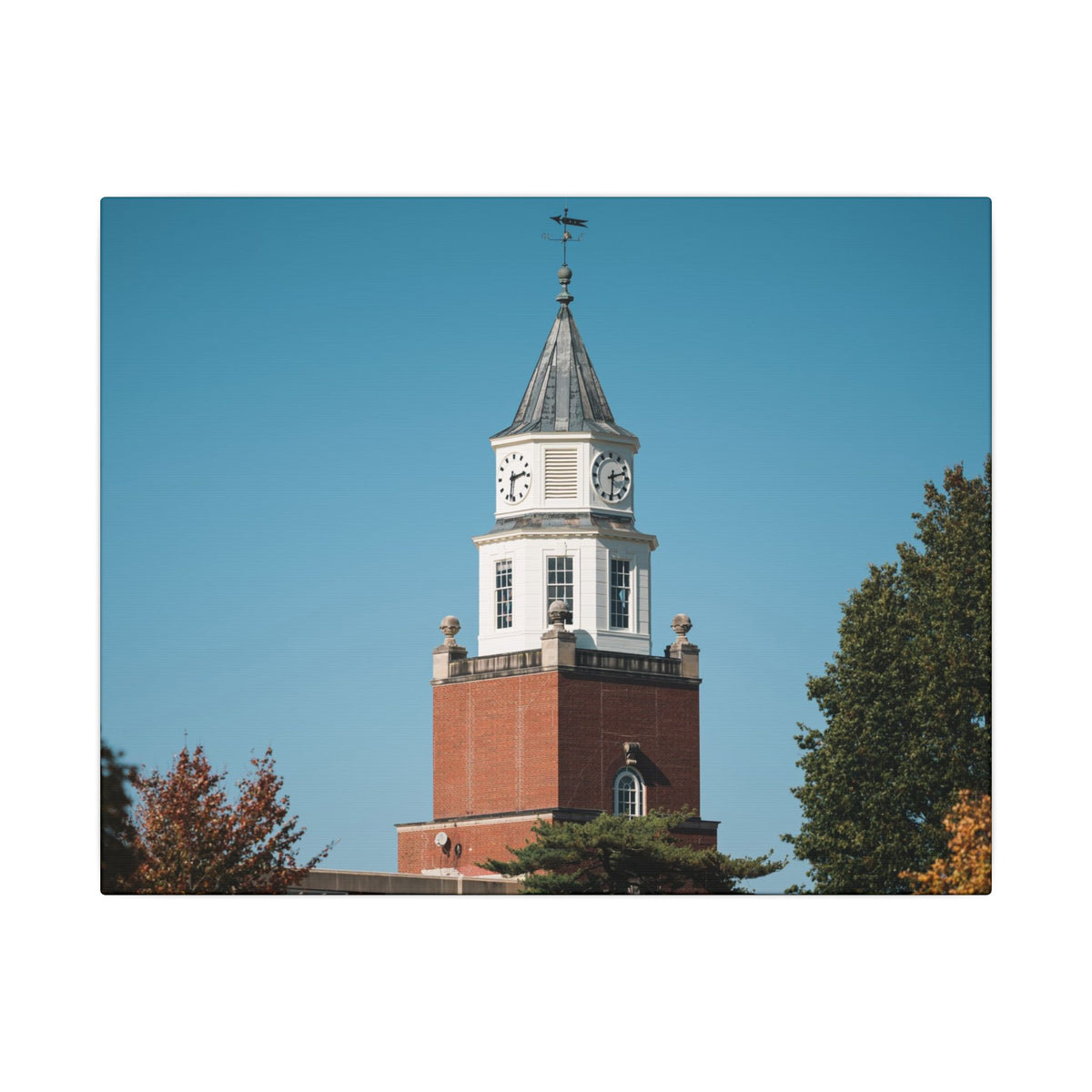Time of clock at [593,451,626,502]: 2:30
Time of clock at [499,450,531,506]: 2:32
